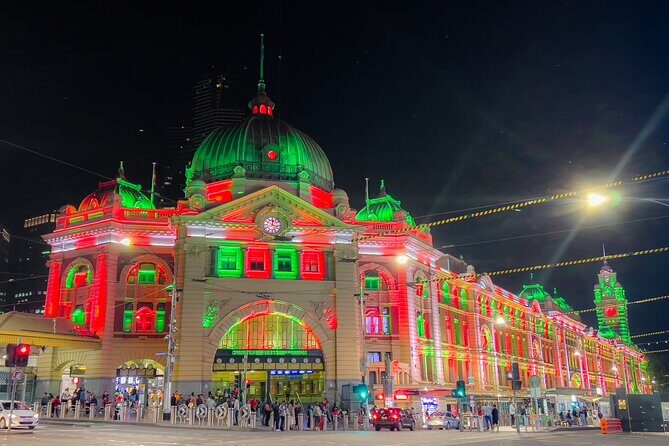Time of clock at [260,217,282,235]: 12:16
